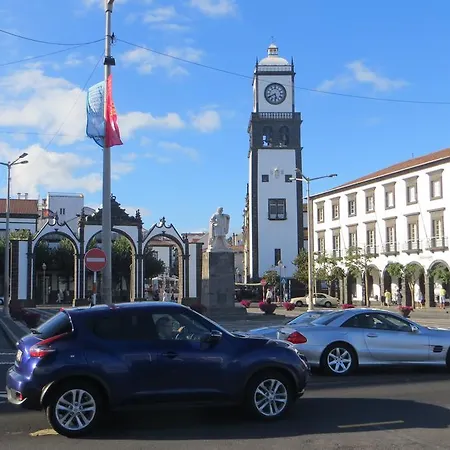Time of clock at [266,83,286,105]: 5:40
